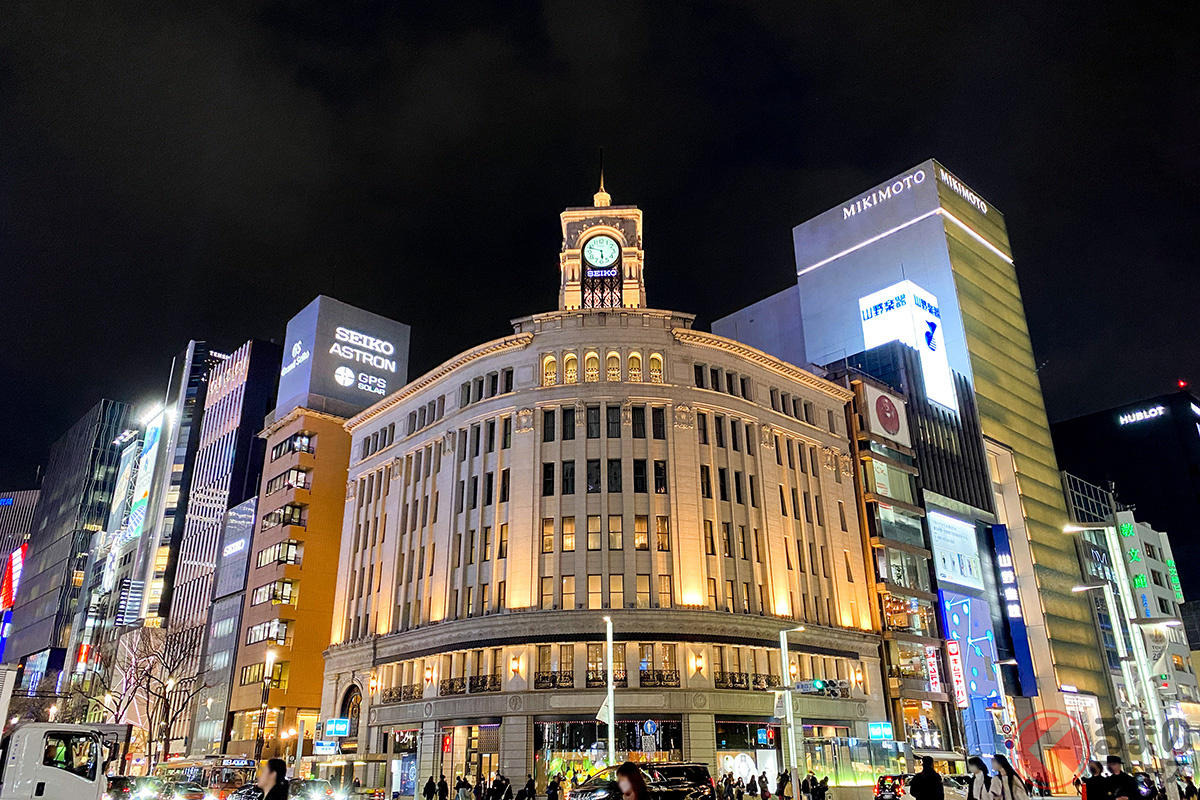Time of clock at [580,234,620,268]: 5:47
